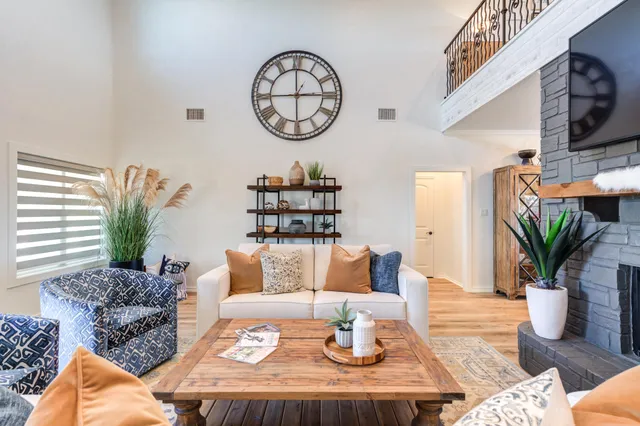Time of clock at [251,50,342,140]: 2:59
